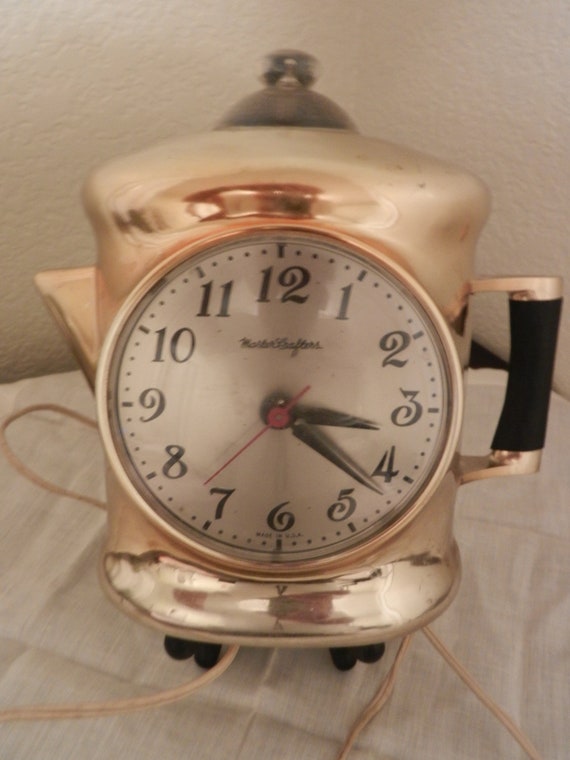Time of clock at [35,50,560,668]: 3:21
